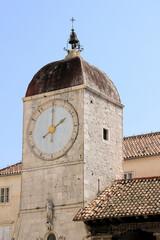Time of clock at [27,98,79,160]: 2:01
